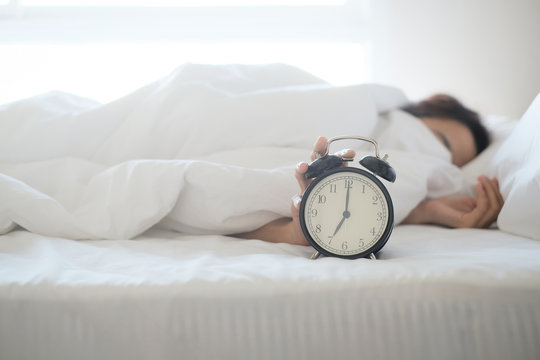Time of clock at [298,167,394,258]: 7:00
